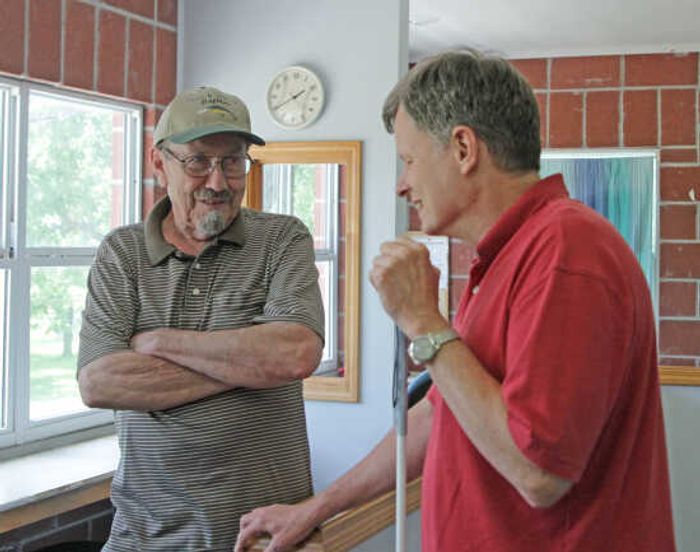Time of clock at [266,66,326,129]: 1:40
